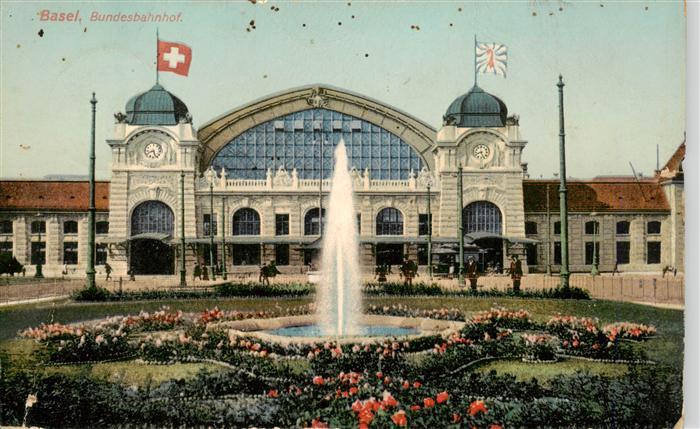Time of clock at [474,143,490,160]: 8:26
